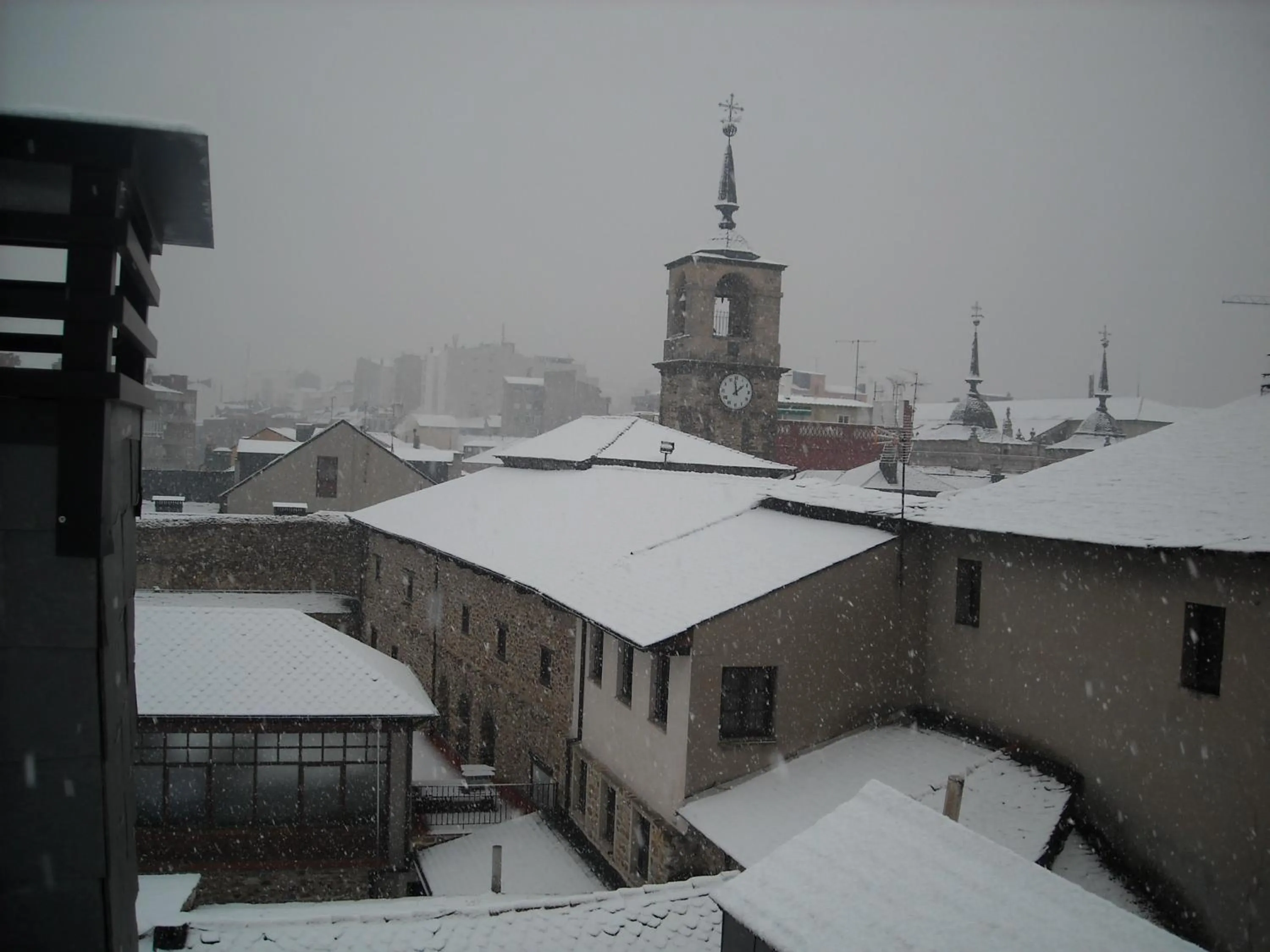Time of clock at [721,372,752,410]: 1:59
